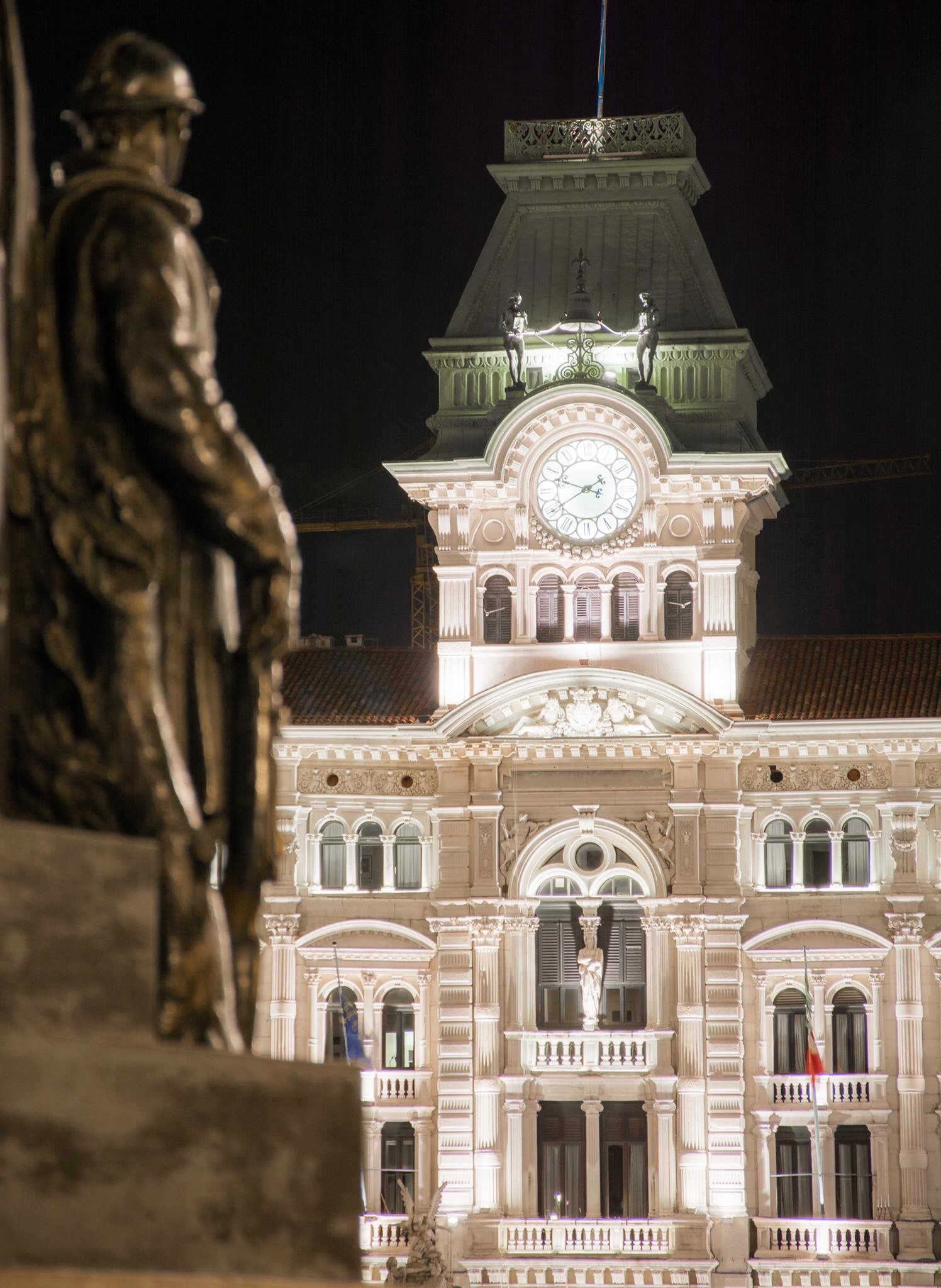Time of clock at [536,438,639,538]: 1:47
